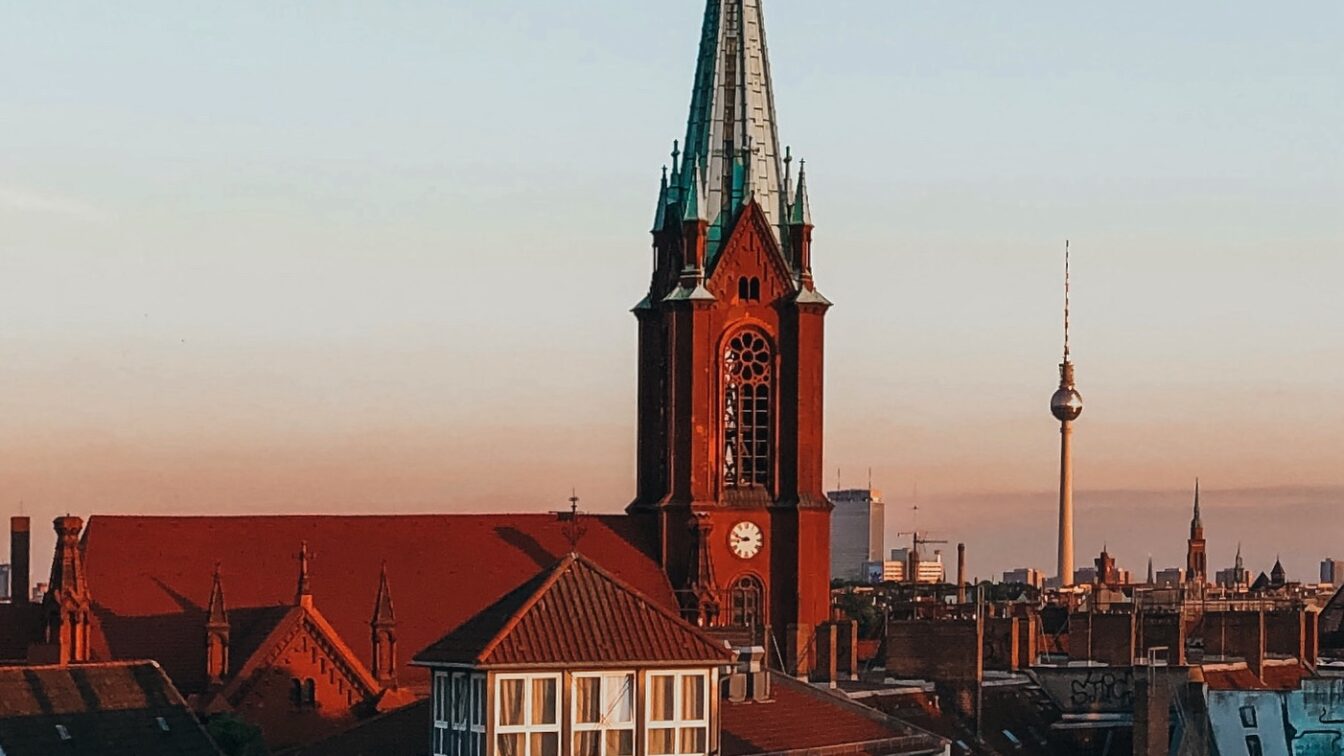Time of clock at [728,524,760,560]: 8:48
